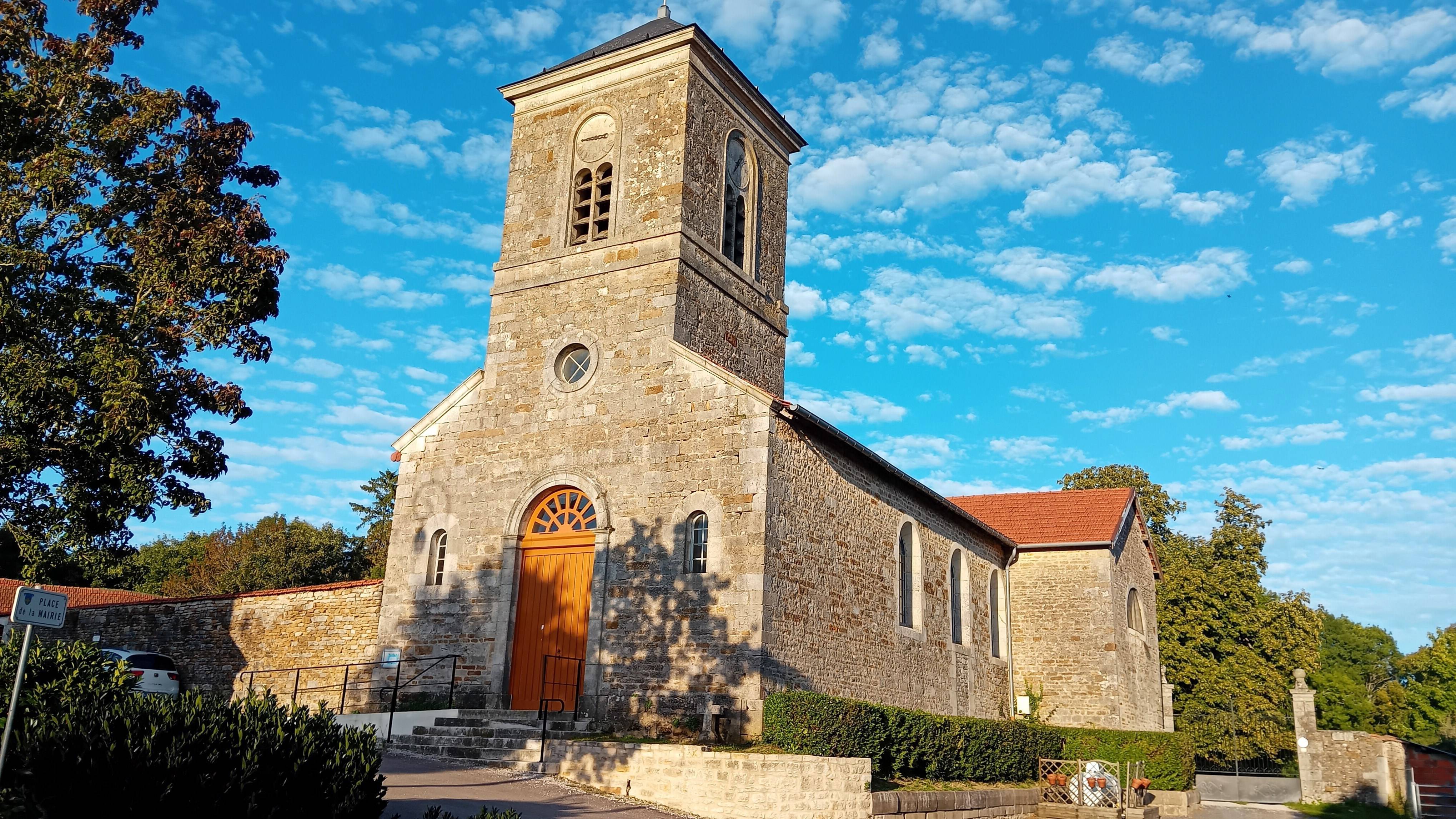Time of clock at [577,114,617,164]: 2:45
